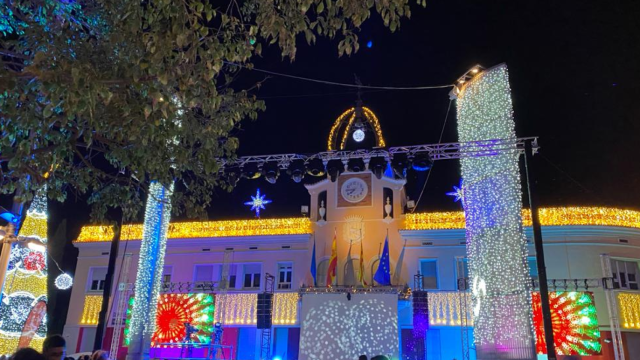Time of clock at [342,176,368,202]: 7:44
